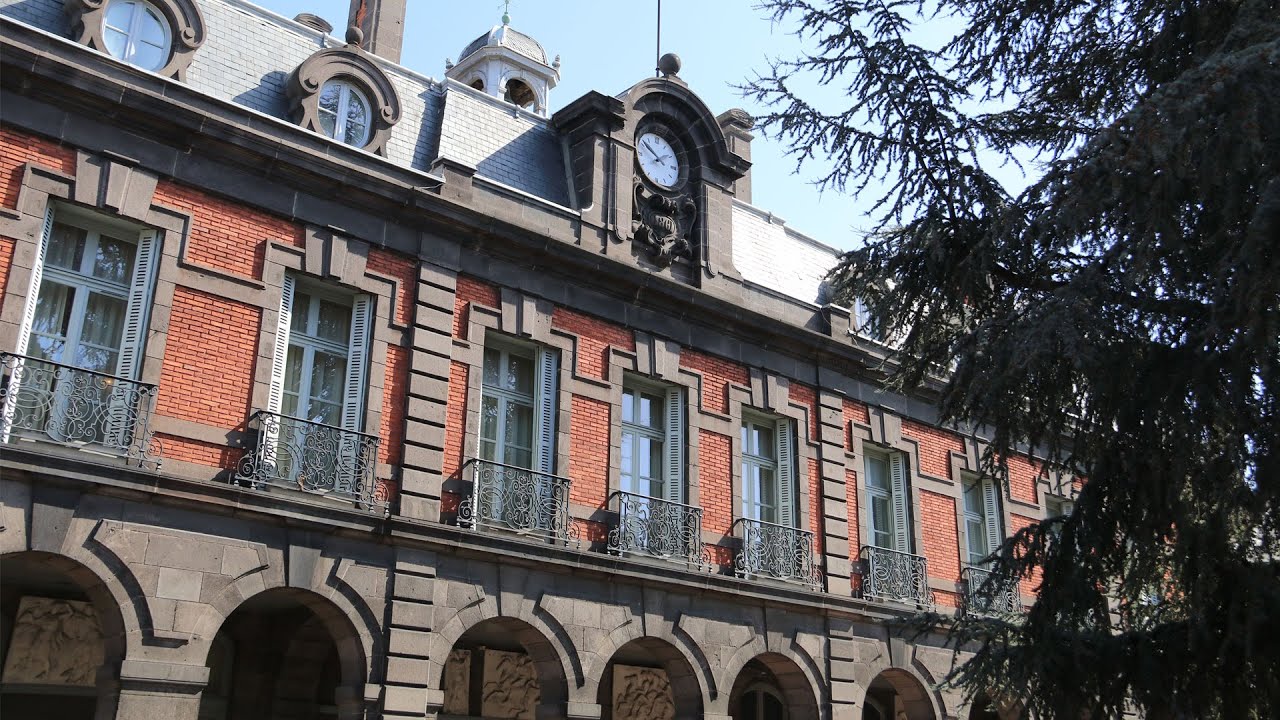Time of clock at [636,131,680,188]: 1:50
